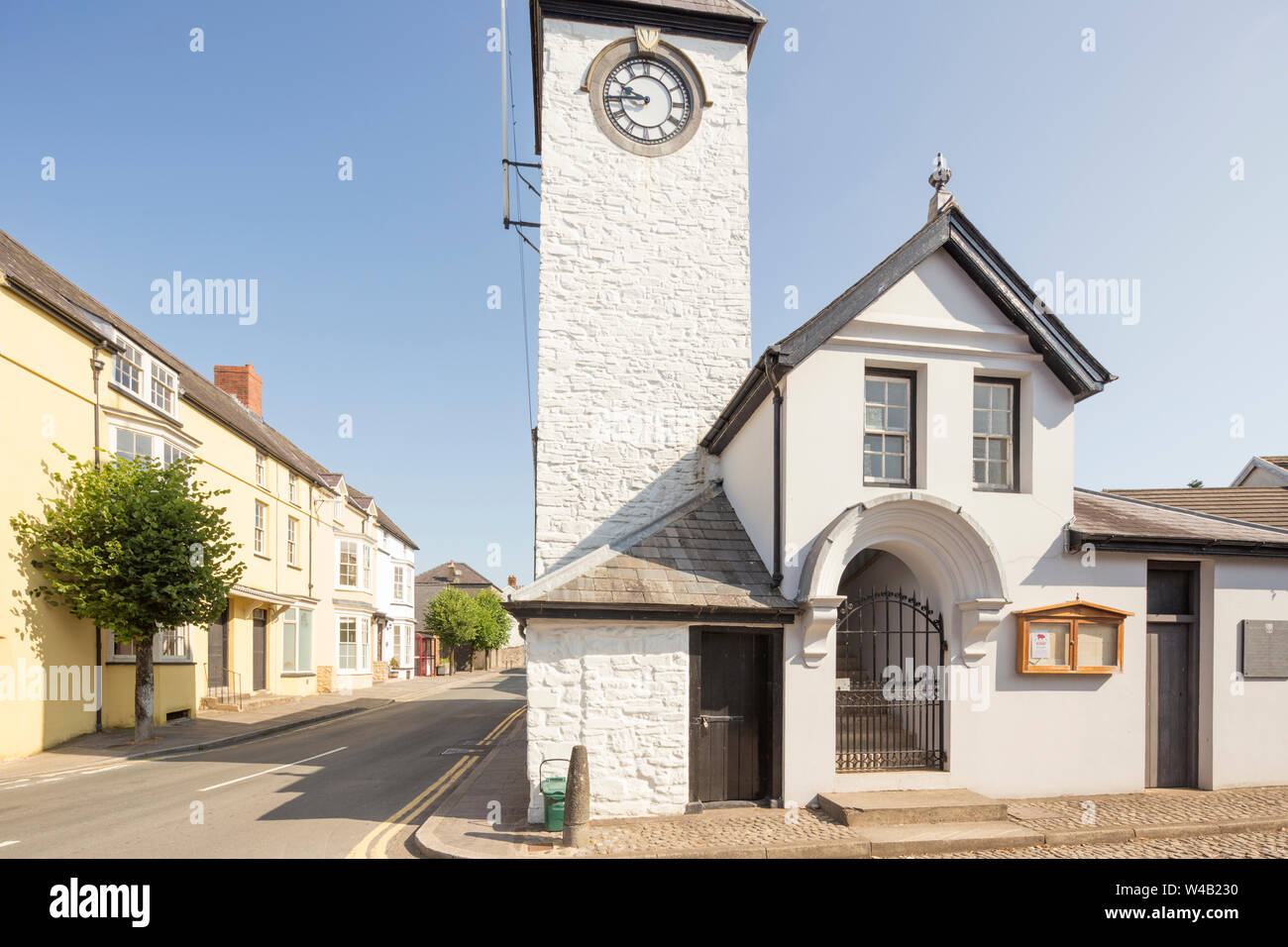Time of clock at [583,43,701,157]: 9:44
